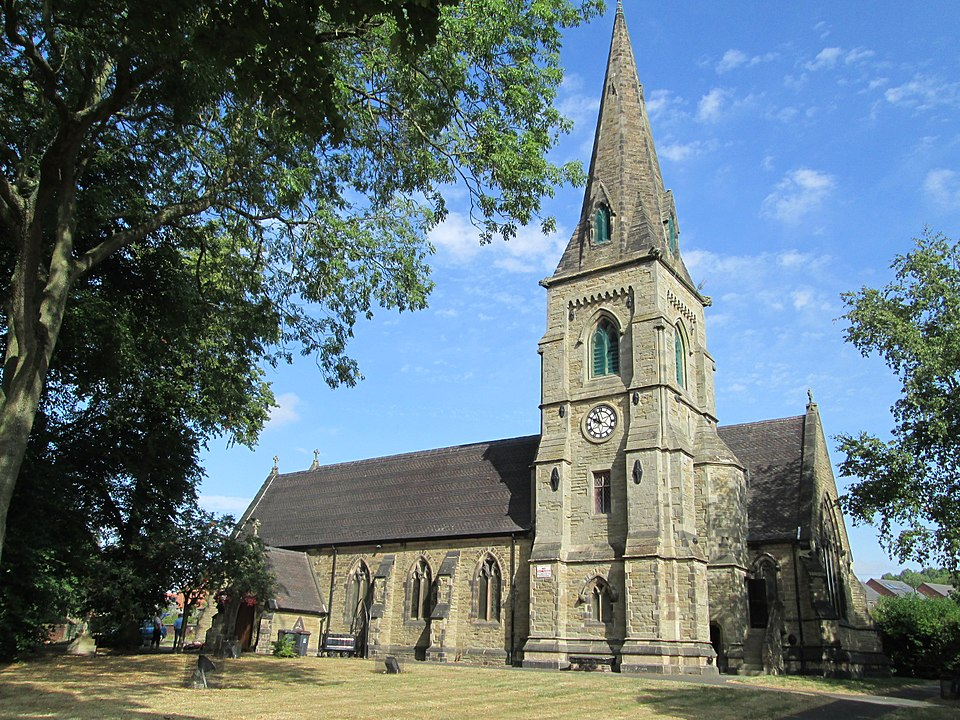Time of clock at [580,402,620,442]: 9:57
